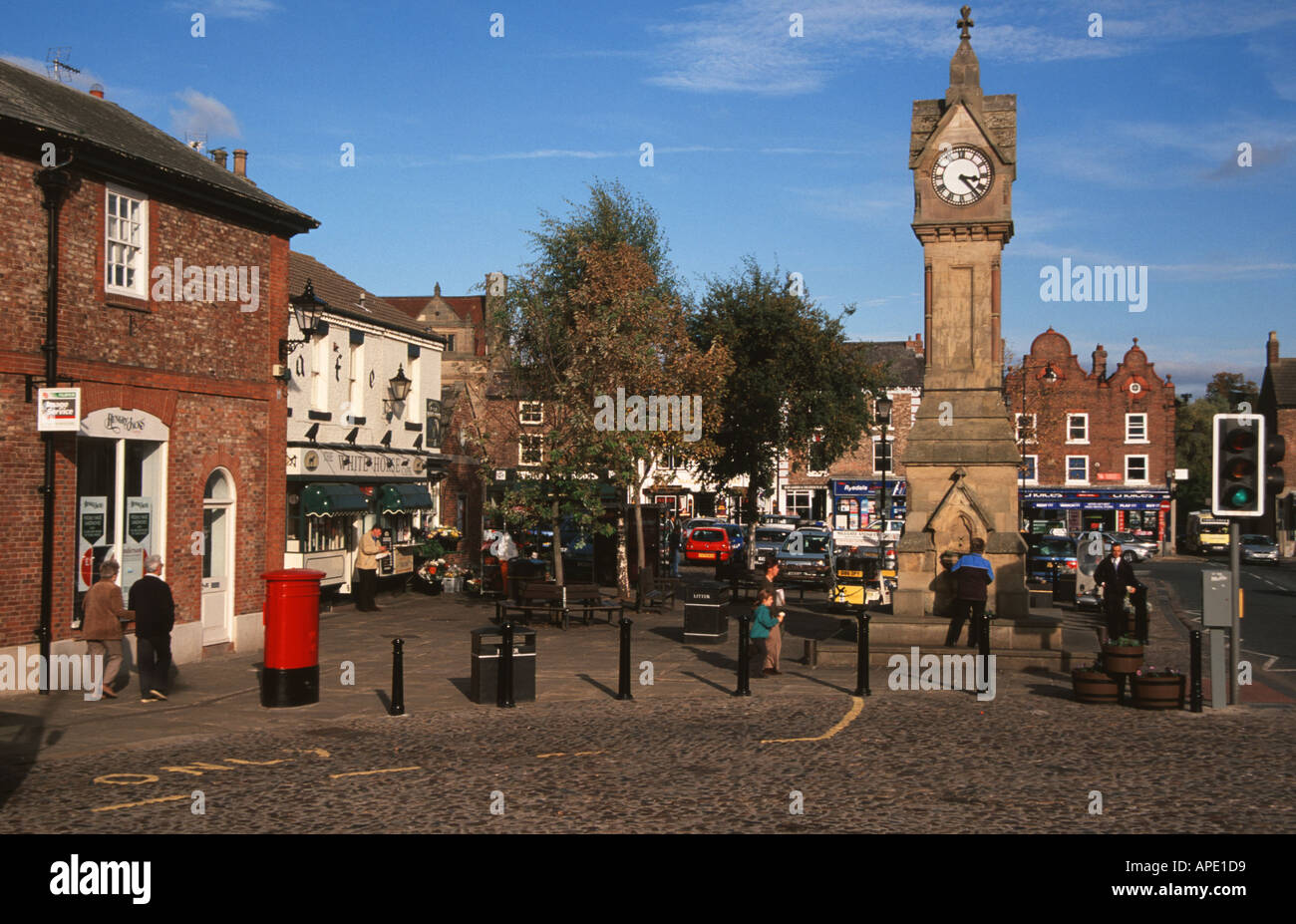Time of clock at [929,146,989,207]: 3:23
